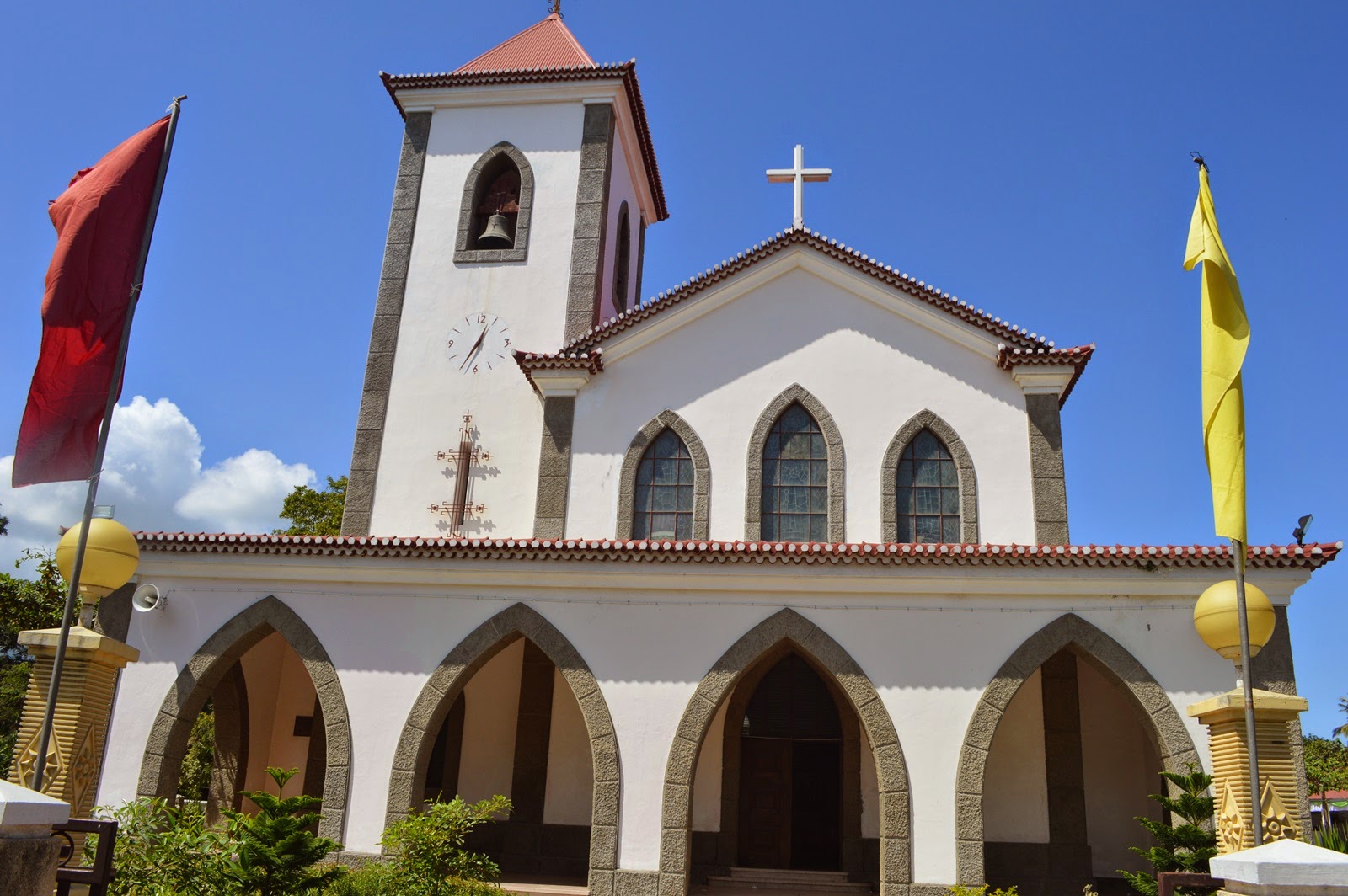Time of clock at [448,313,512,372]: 12:34
